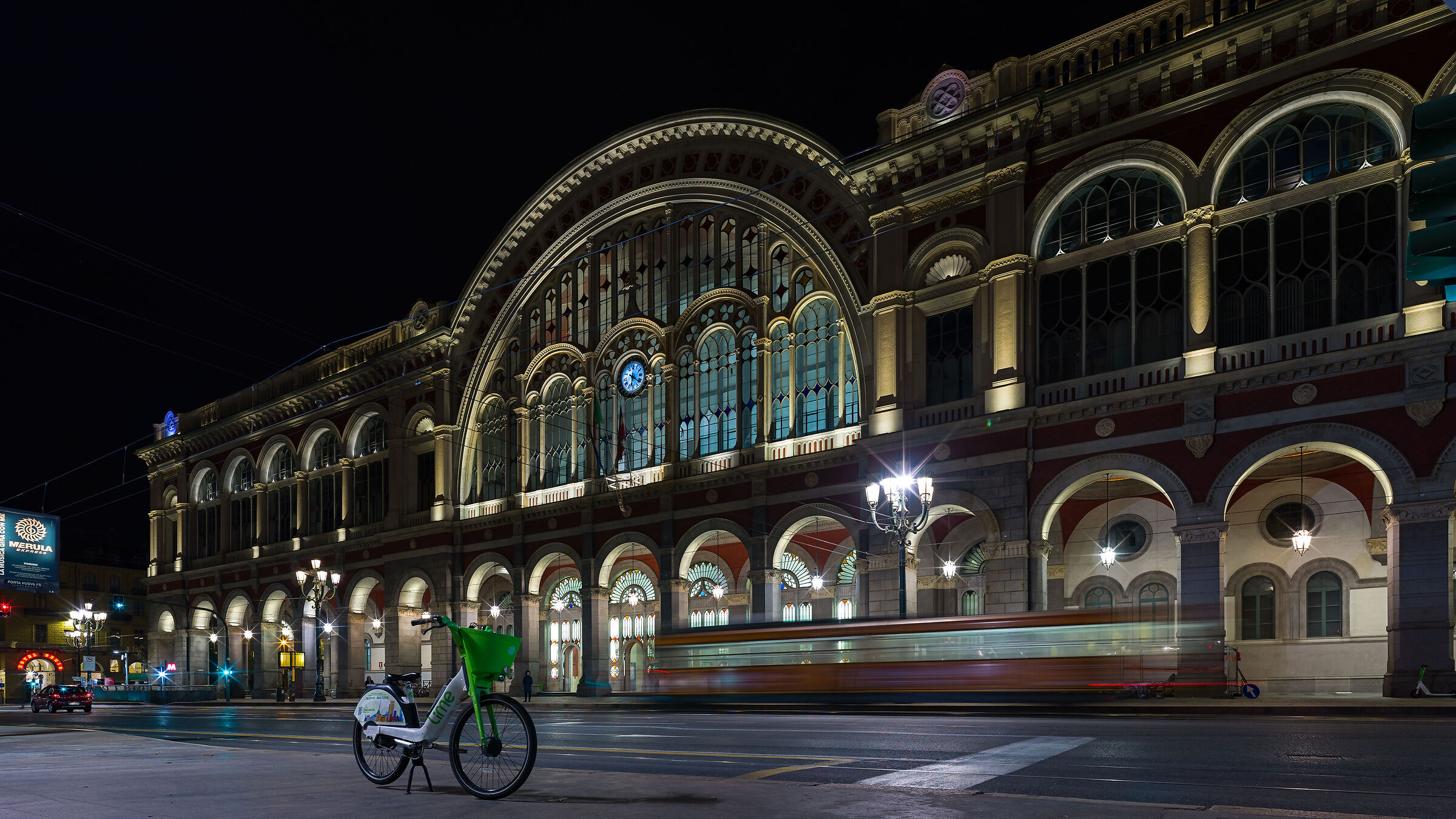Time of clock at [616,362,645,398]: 6:20
